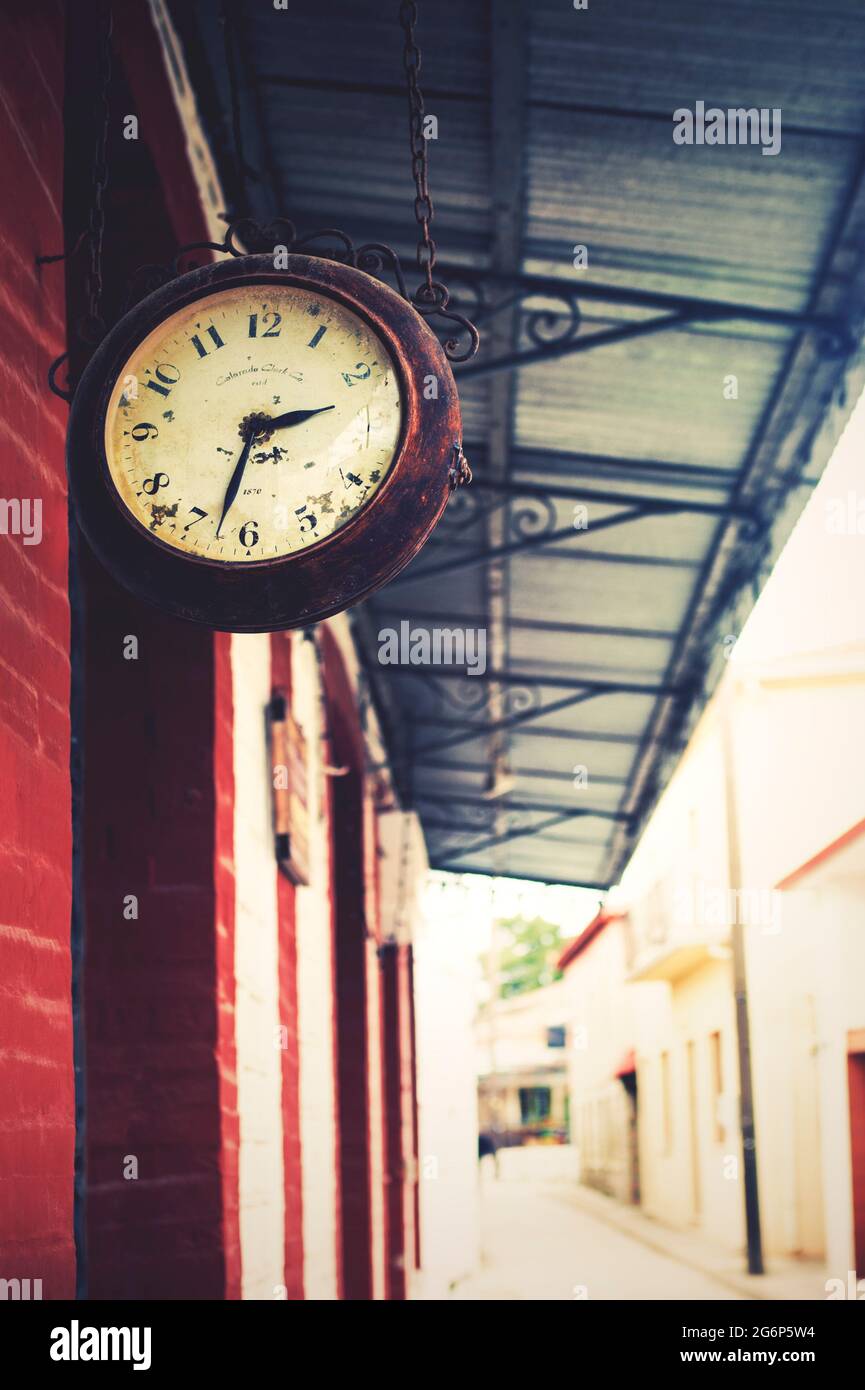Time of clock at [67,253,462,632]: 2:32
